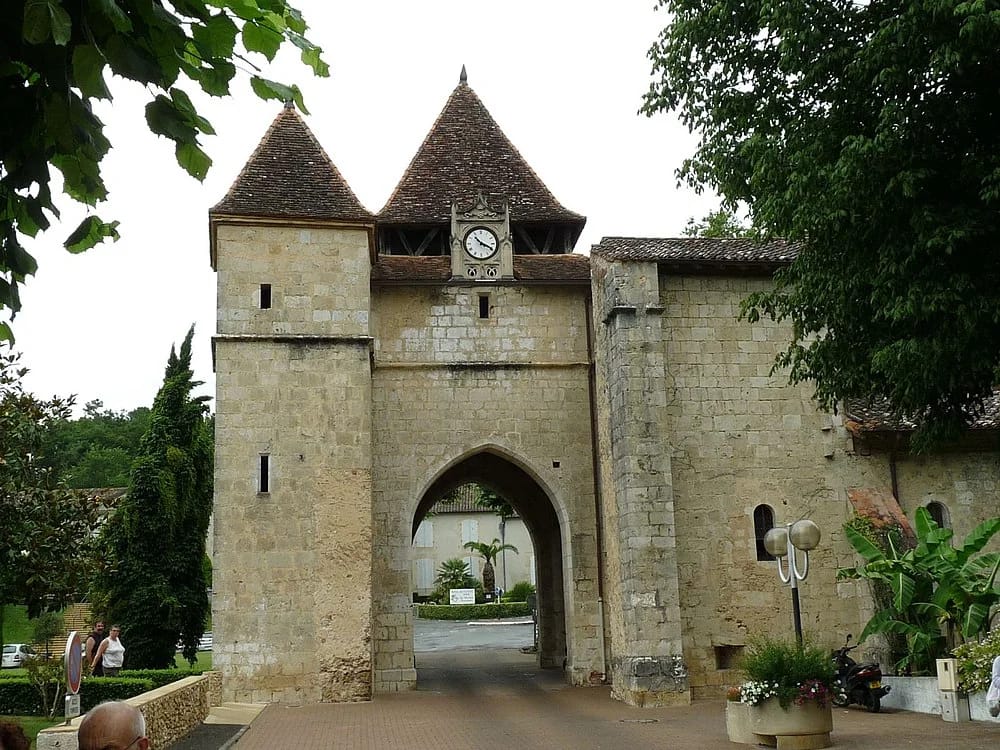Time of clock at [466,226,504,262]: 3:52
